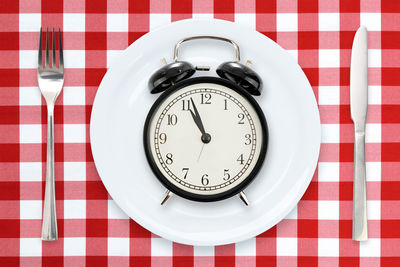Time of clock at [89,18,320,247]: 10:56
